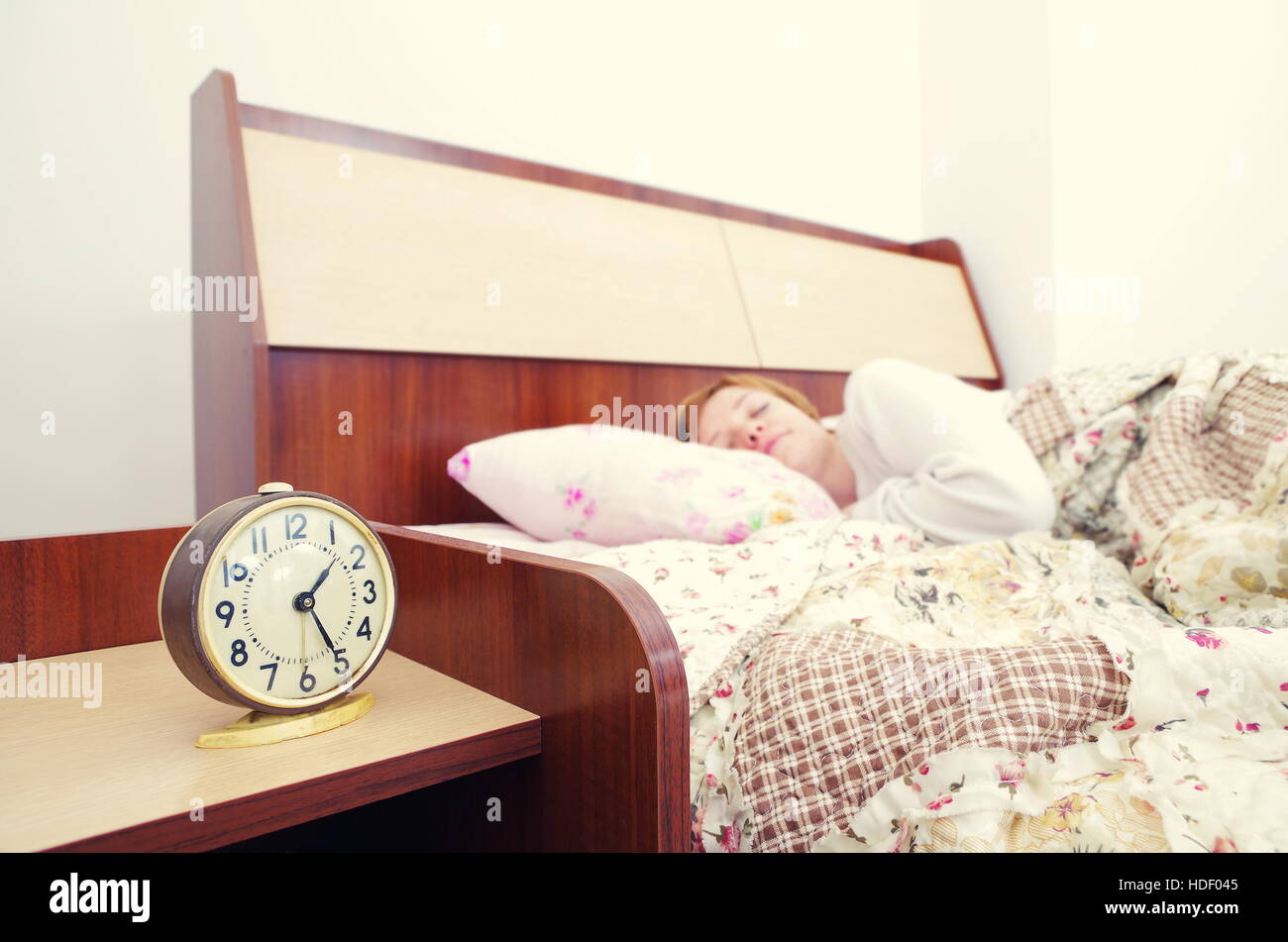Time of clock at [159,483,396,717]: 1:25
